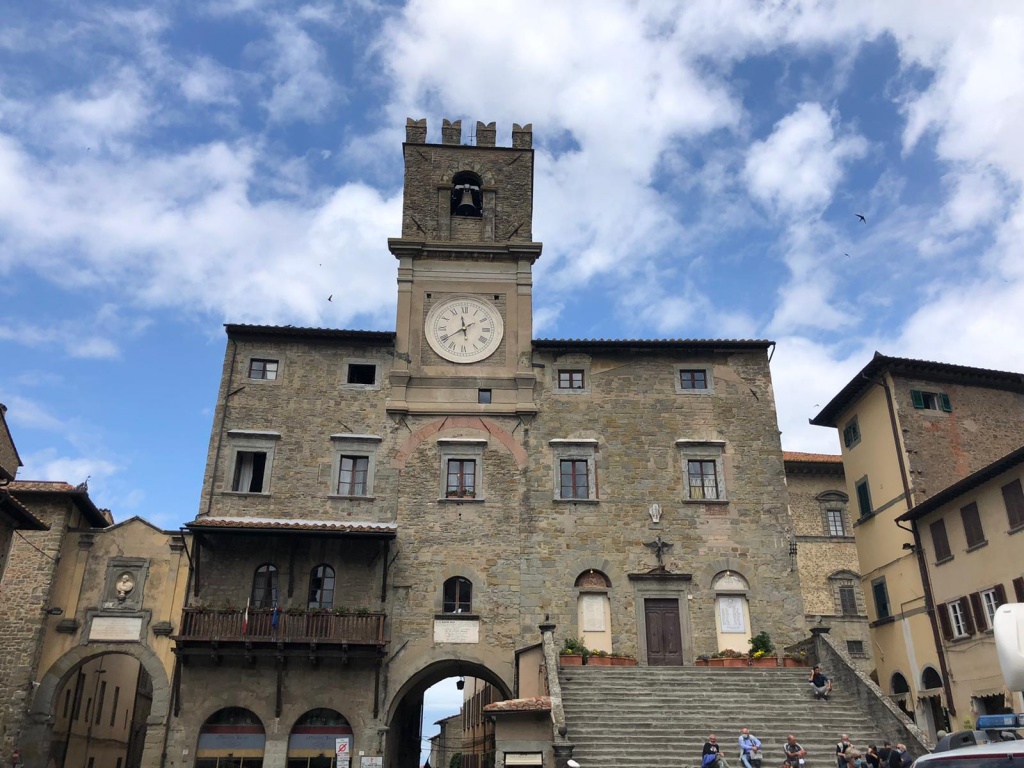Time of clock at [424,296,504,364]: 11:39
